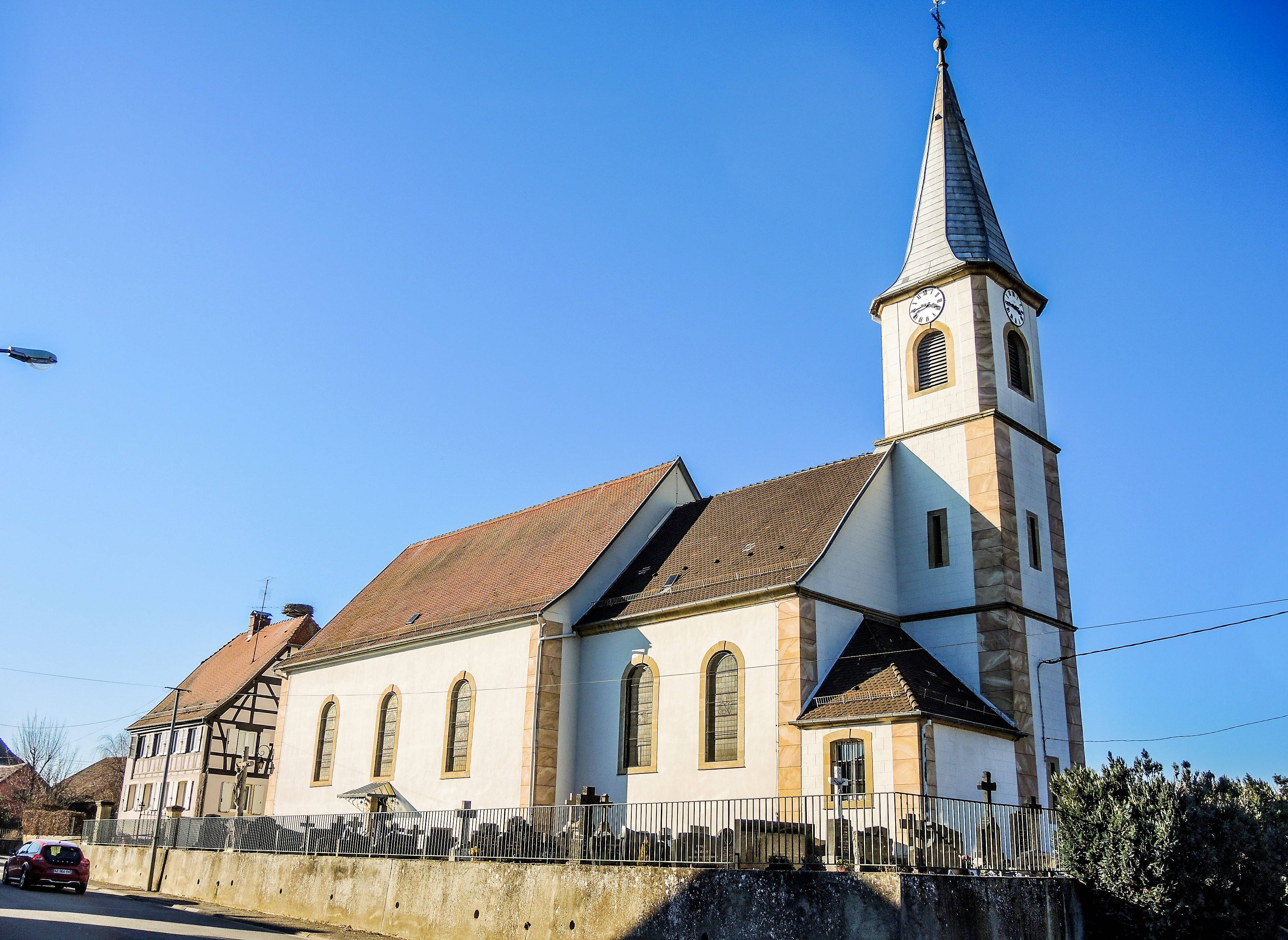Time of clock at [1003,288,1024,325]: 3:45
